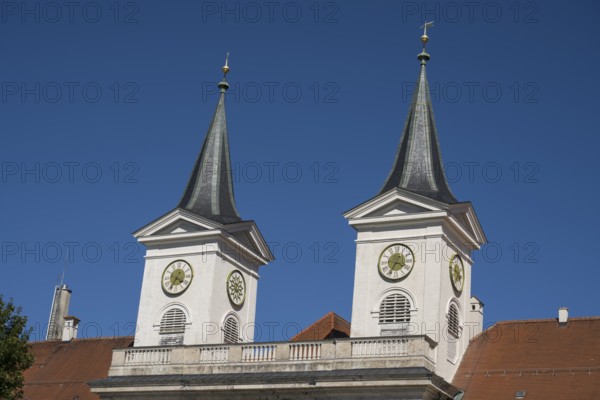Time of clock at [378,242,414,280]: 3:34
